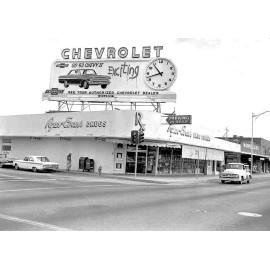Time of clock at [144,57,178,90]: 10:42
